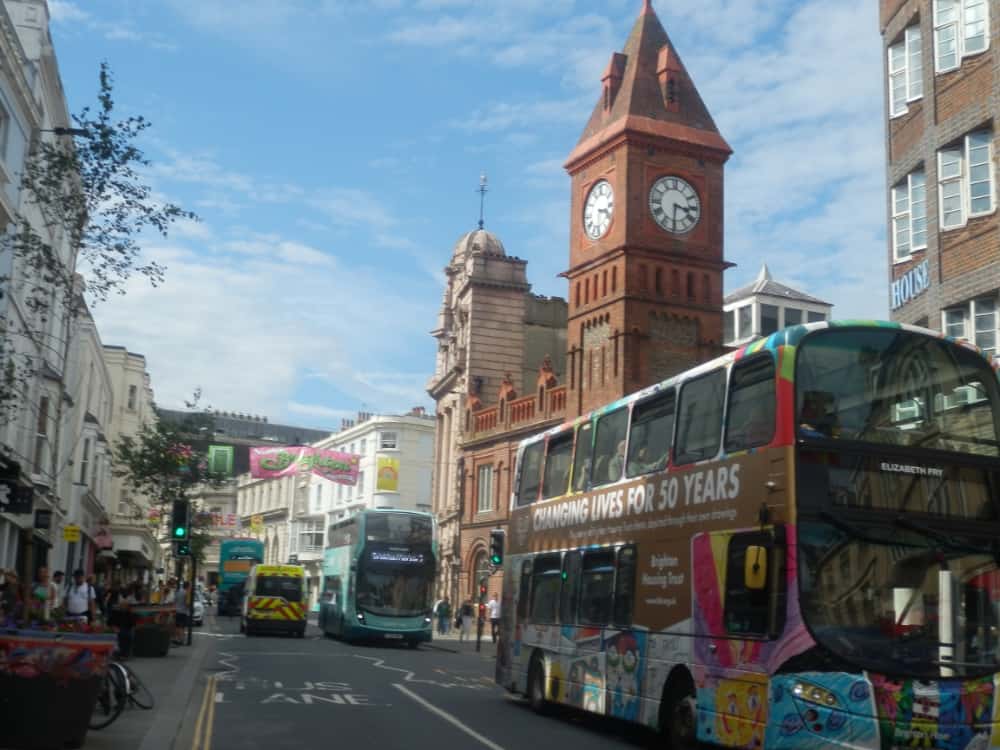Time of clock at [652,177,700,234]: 3:30
